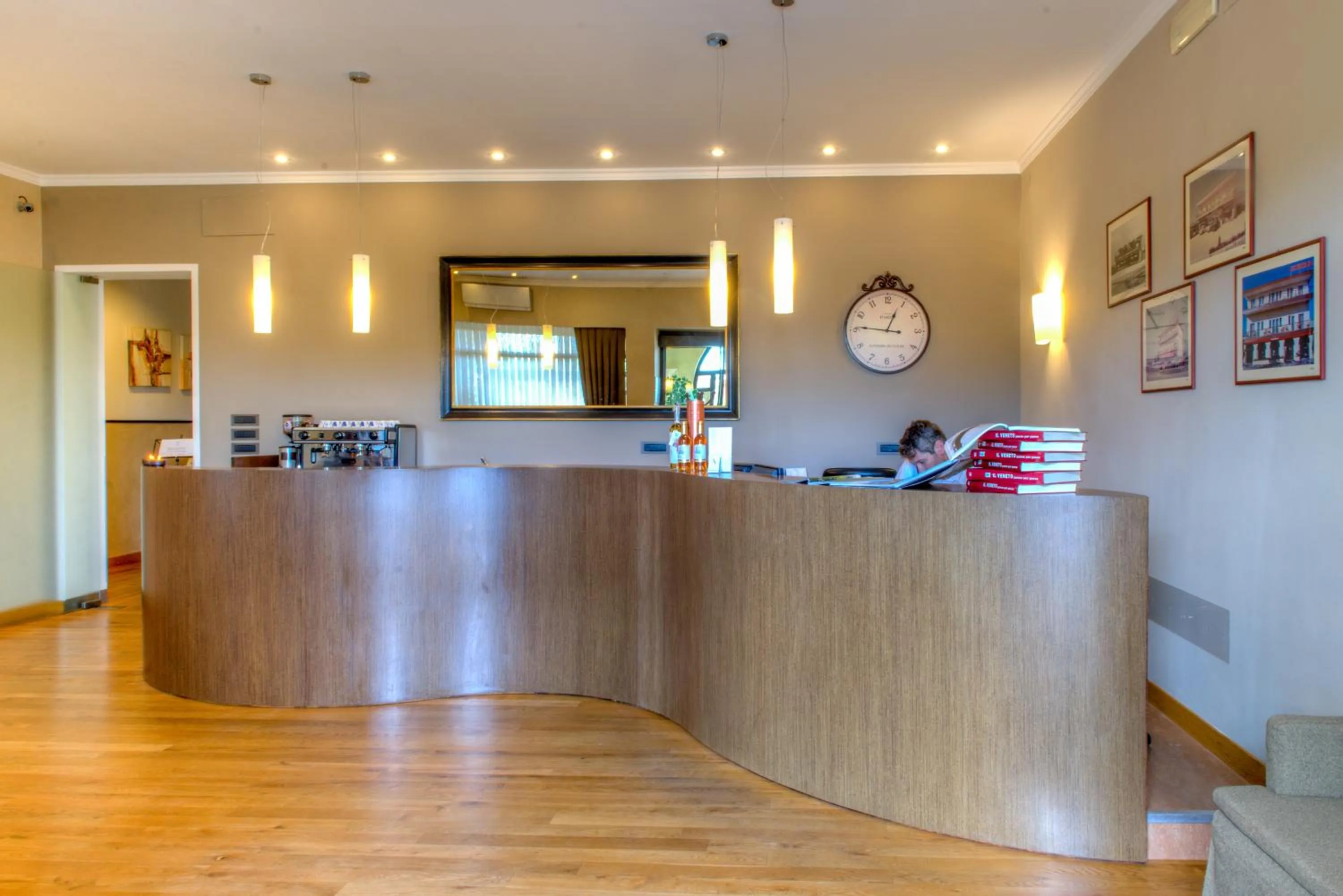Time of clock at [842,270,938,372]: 12:46
